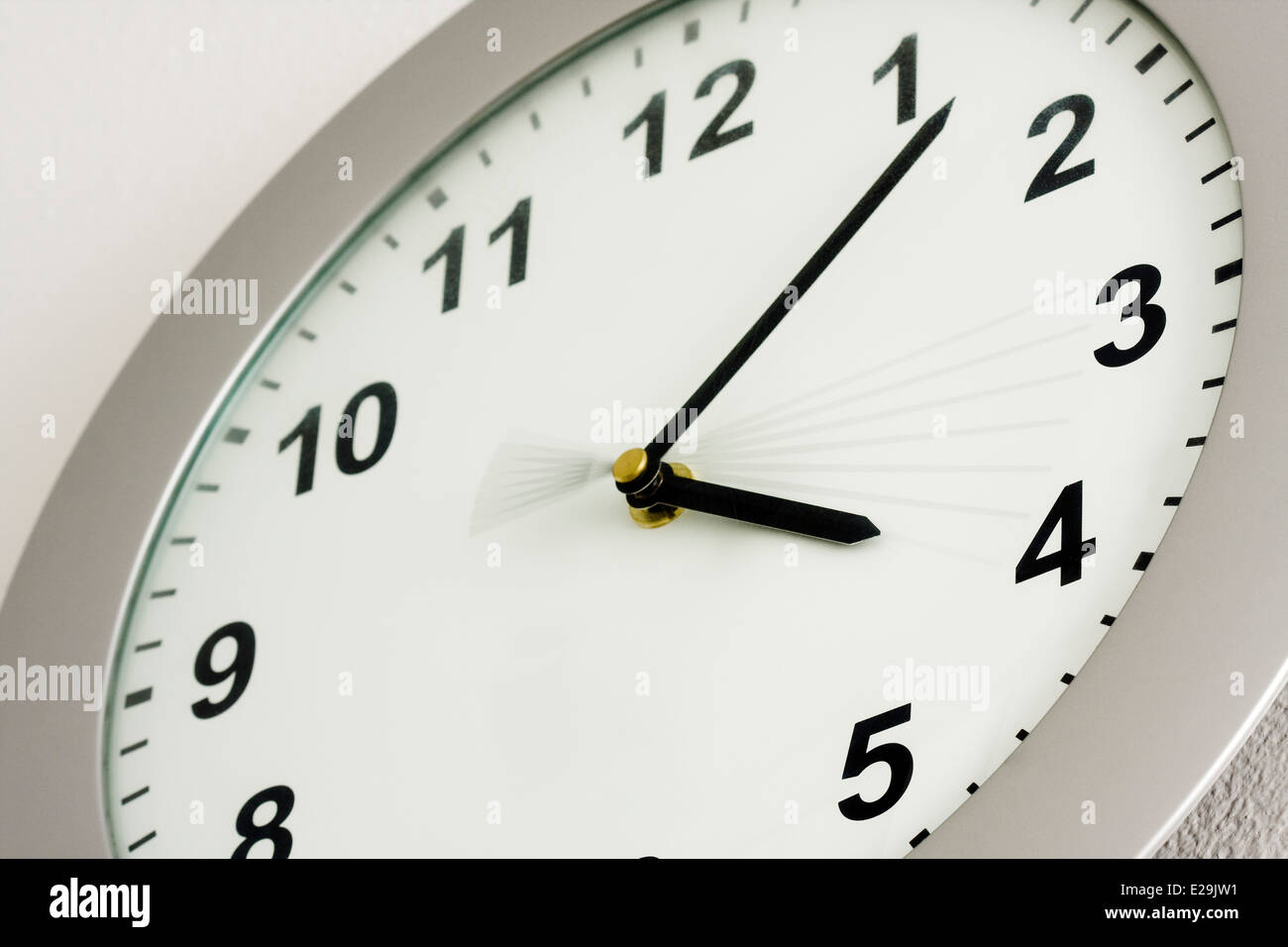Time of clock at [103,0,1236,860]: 4:07
